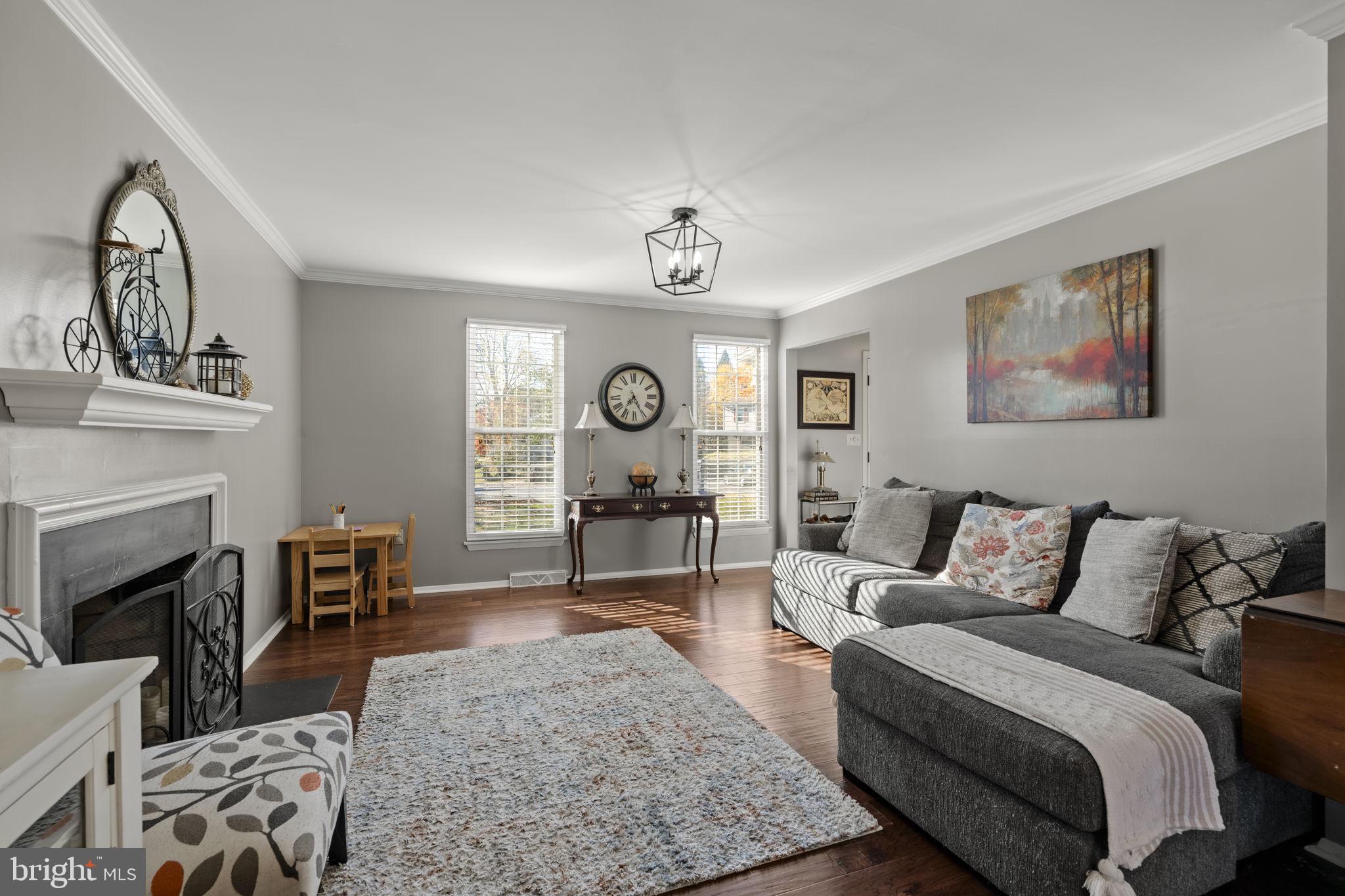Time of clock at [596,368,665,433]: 7:25
